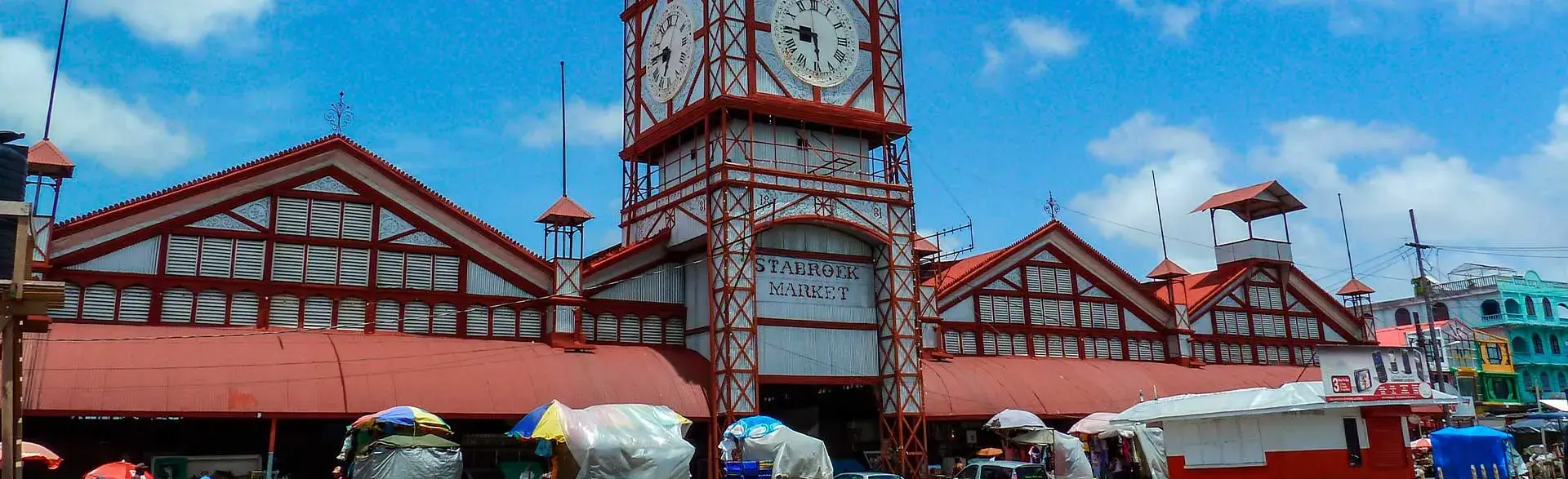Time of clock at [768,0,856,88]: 5:45
